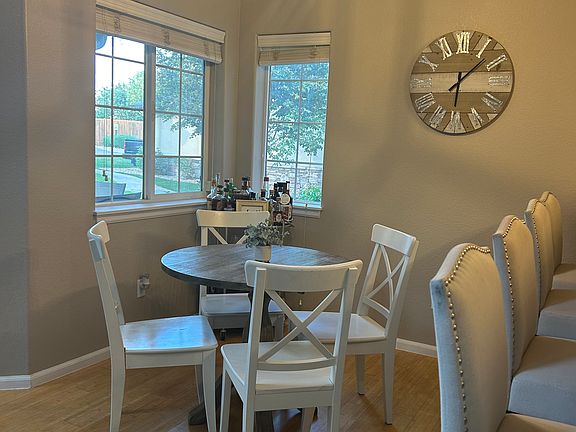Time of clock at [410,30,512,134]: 6:07
